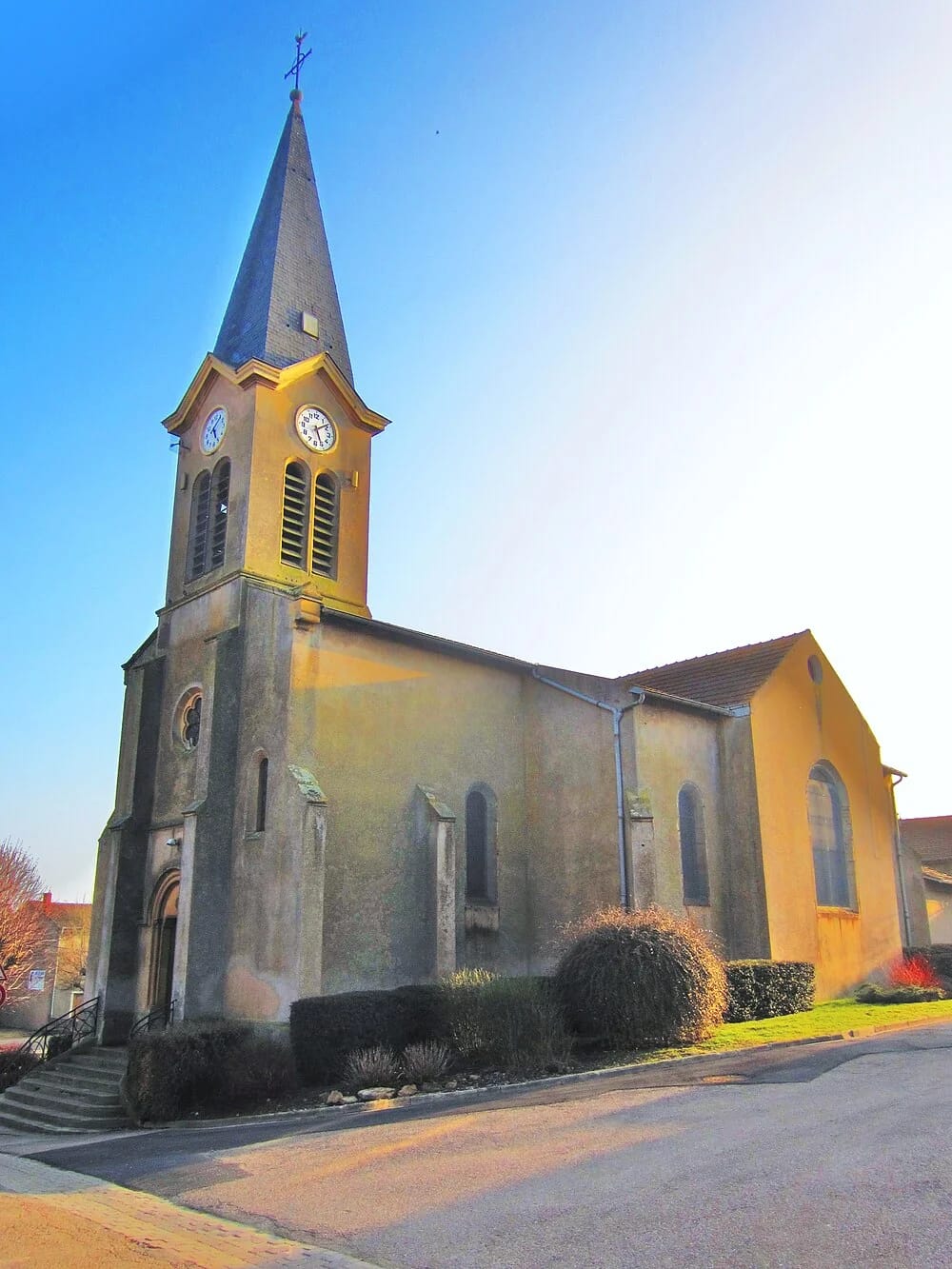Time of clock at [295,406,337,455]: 5:08
